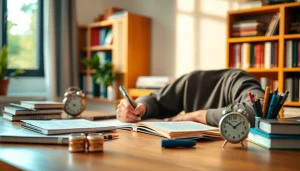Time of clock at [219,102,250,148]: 1:51
